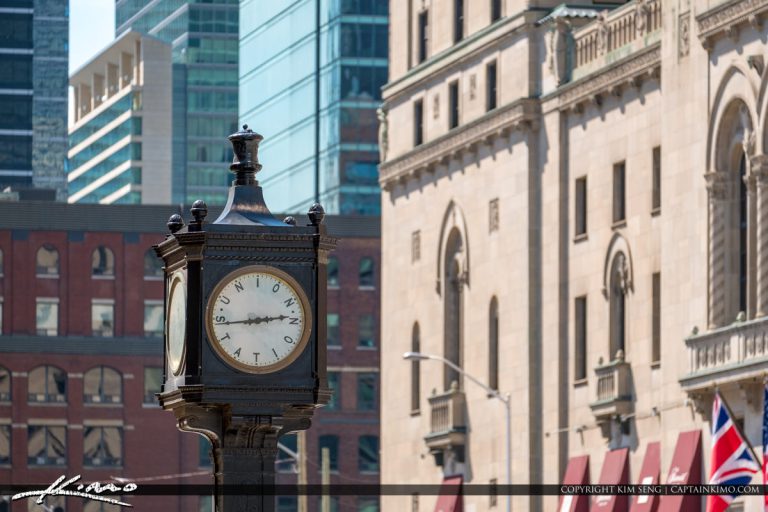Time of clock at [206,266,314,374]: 2:44
